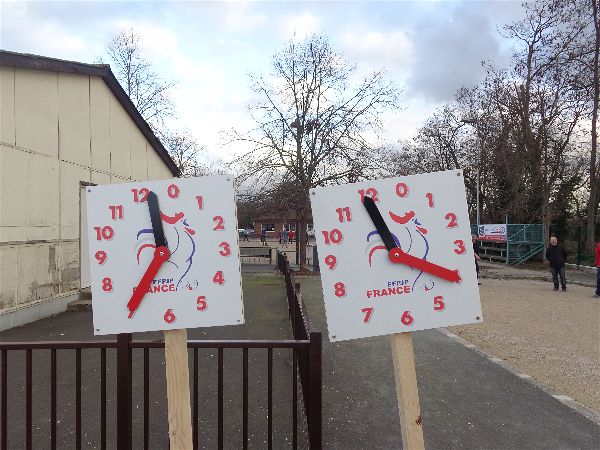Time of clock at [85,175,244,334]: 11:35
